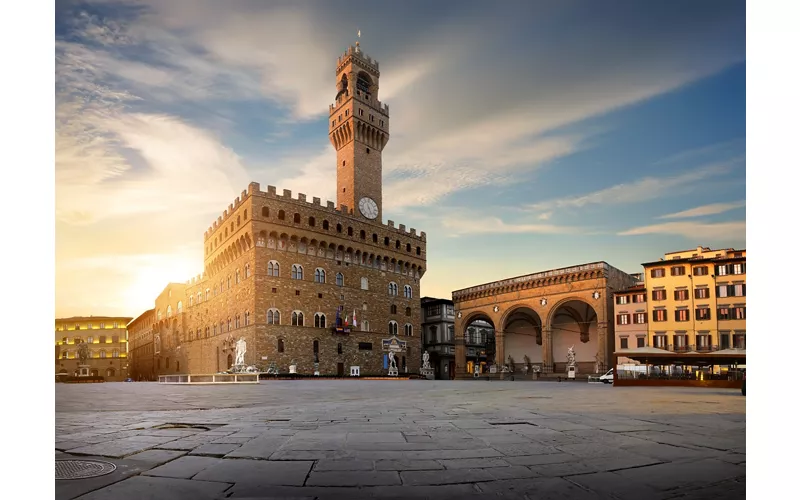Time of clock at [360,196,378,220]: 5:26
